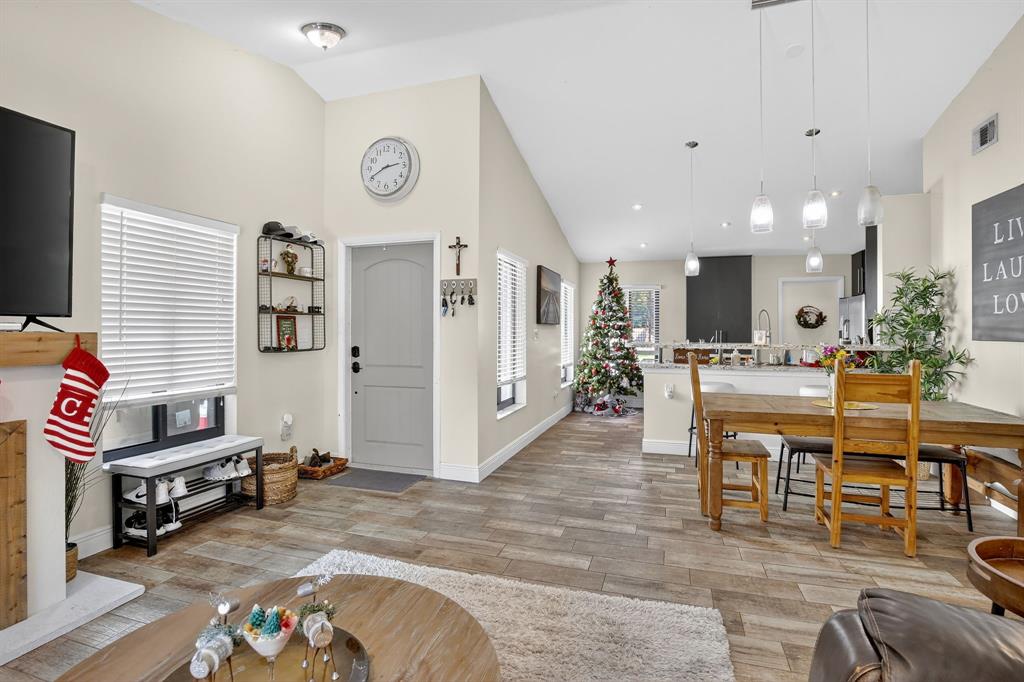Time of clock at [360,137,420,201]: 2:40
